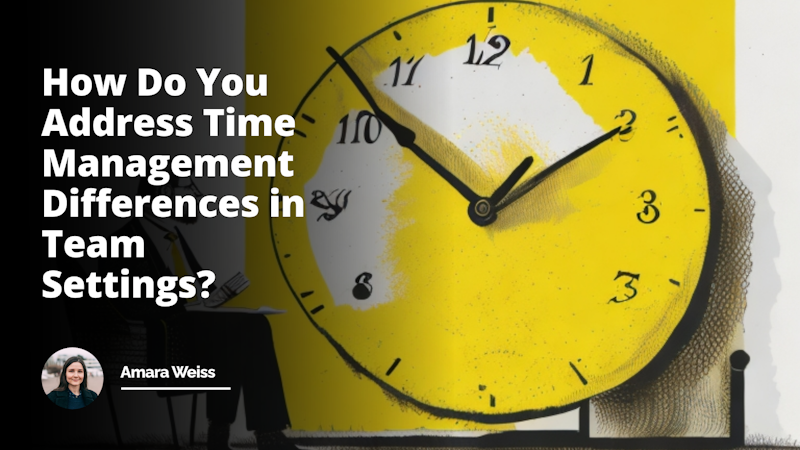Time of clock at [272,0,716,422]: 1:51
